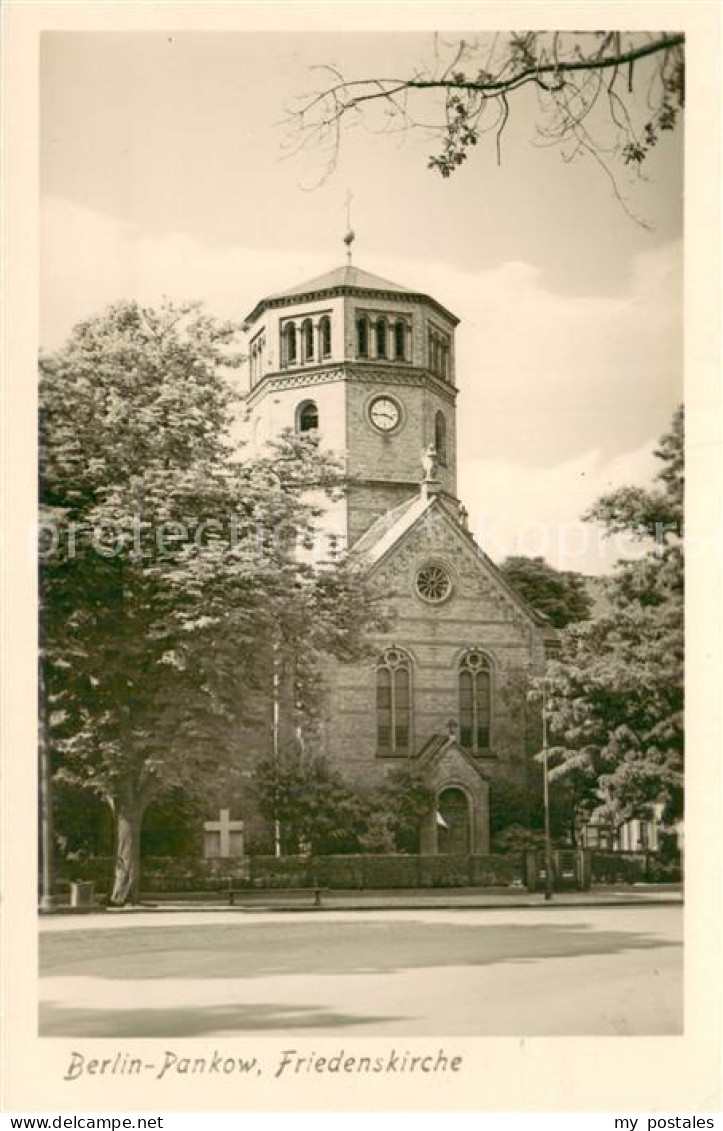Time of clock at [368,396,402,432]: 3:44
